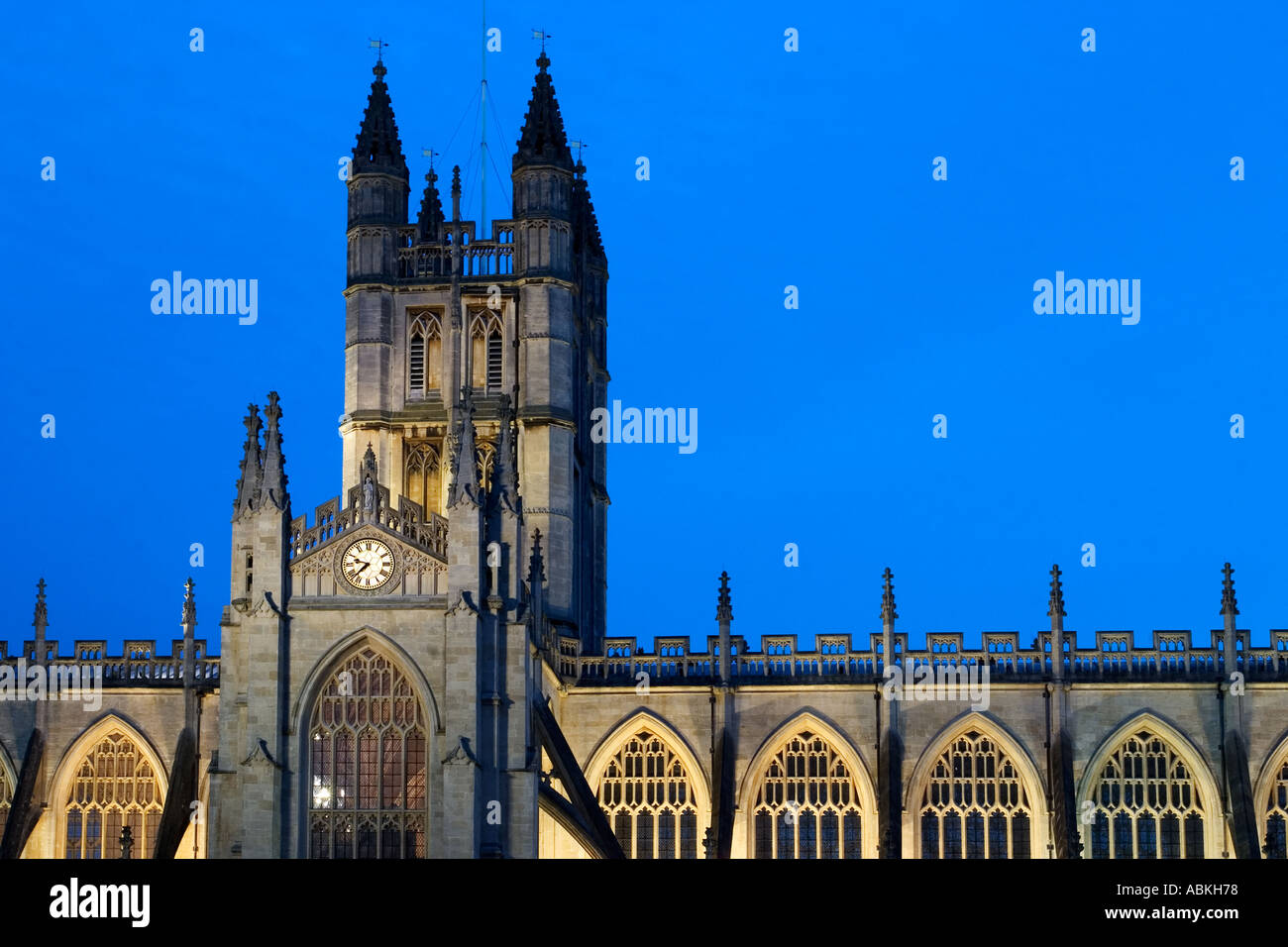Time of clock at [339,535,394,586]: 9:37
